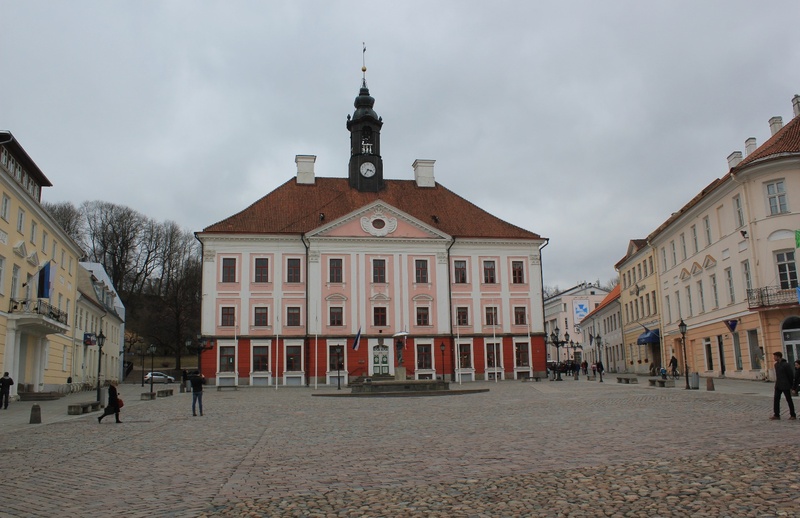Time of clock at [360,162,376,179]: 3:35
